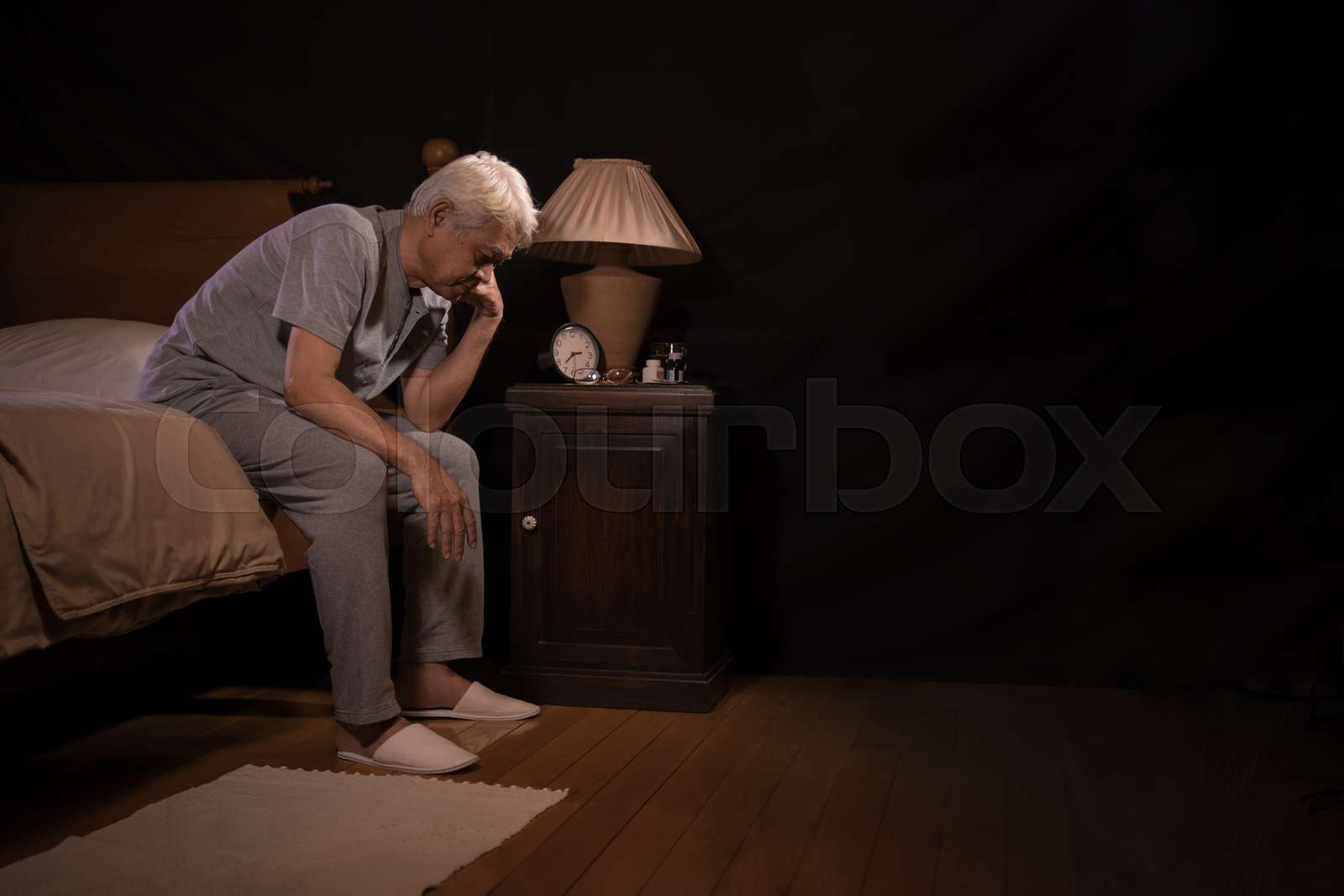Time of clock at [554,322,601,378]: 2:37
